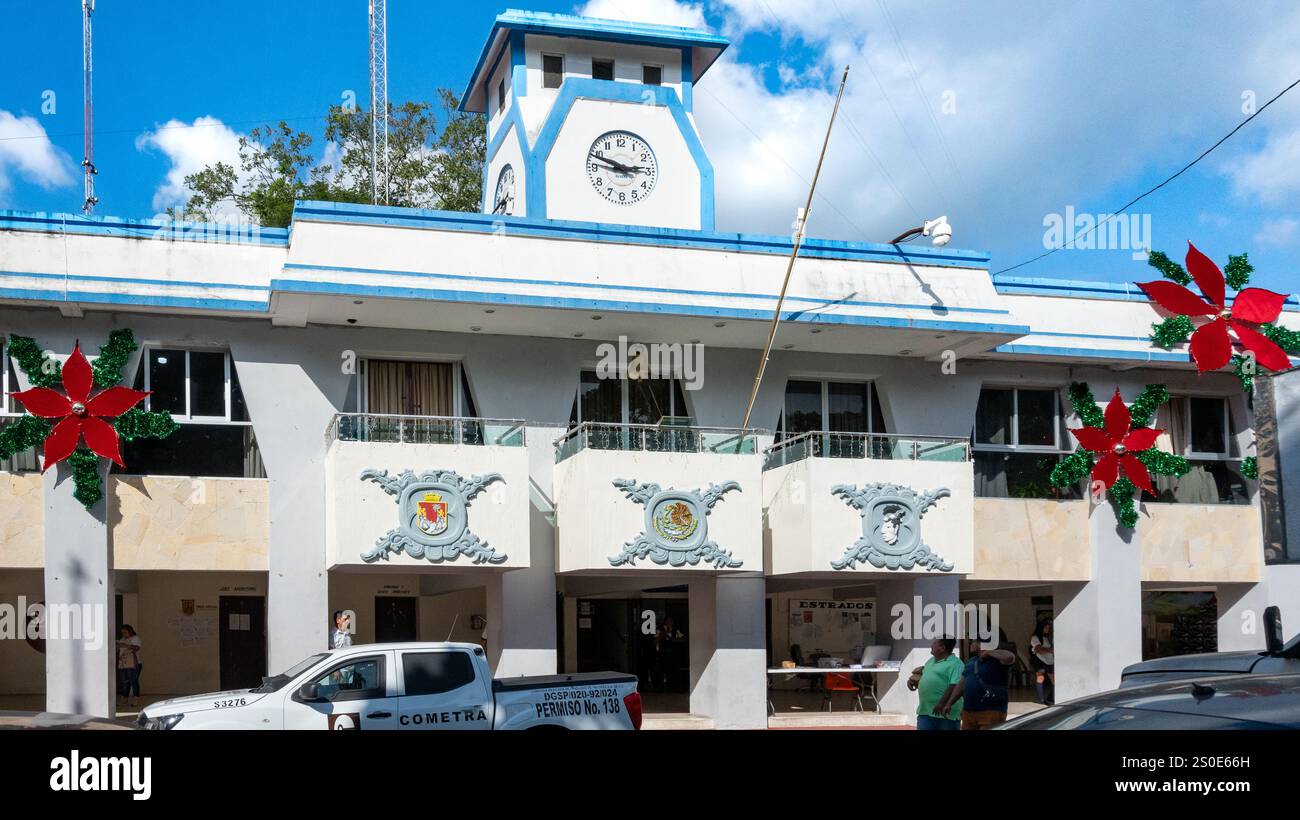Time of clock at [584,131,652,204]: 2:48
